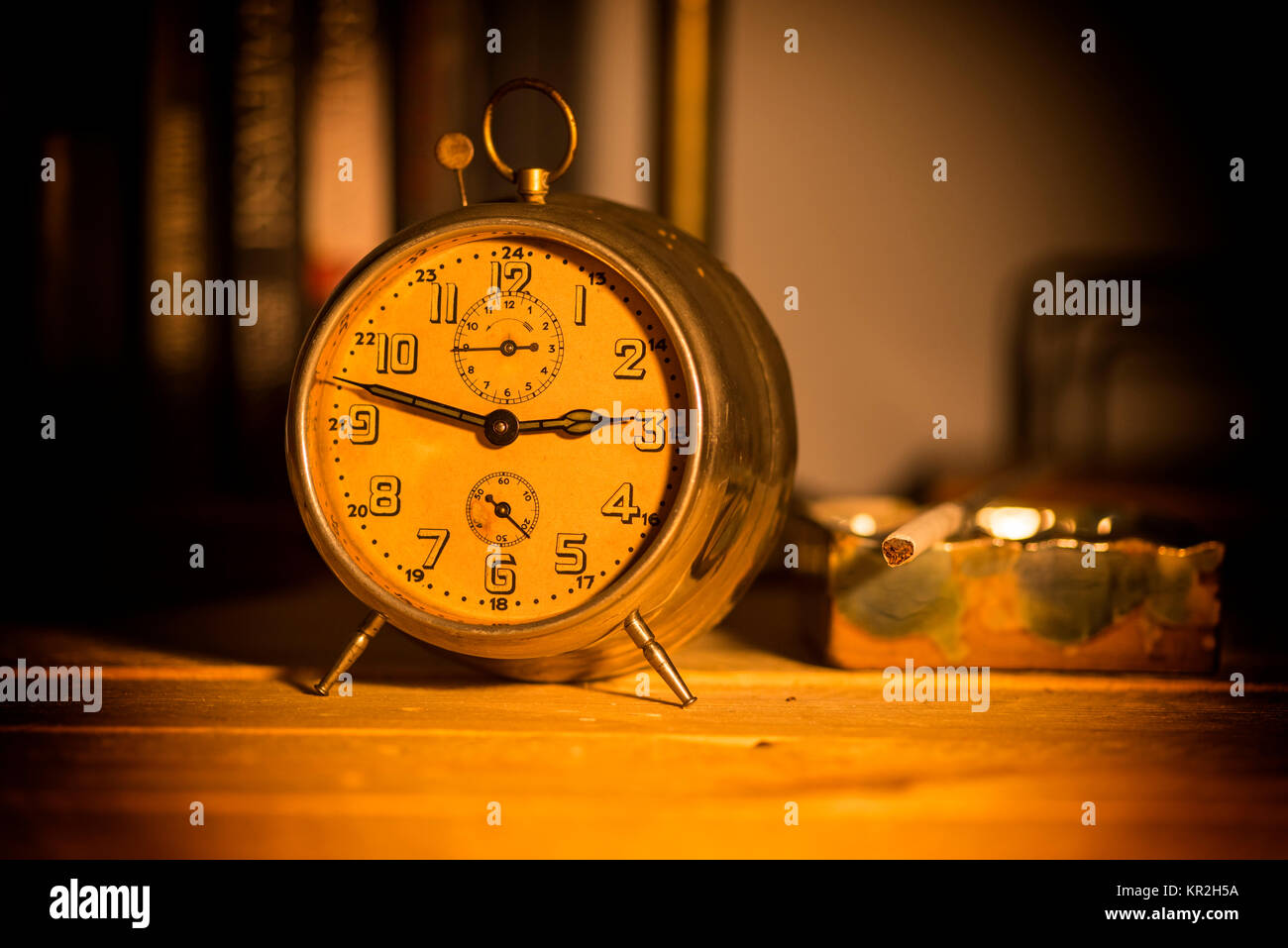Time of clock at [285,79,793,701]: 2:47
